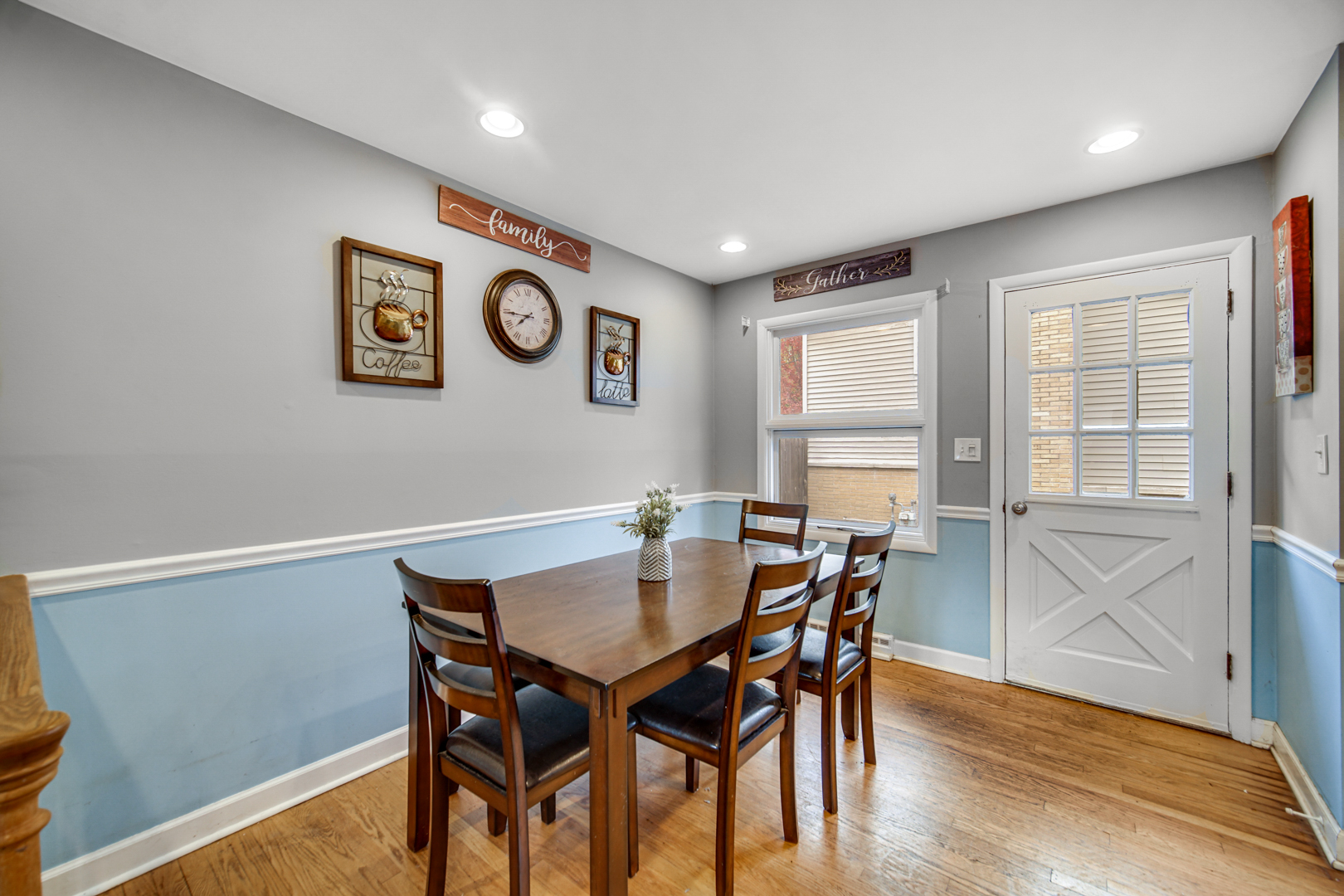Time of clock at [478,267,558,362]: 7:44
